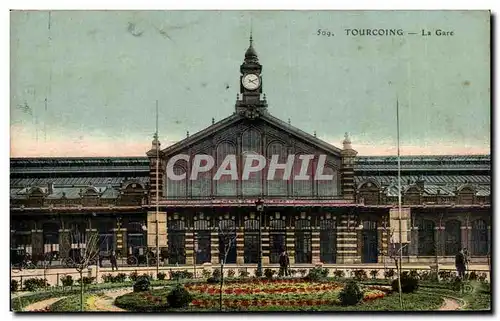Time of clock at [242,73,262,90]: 4:10
